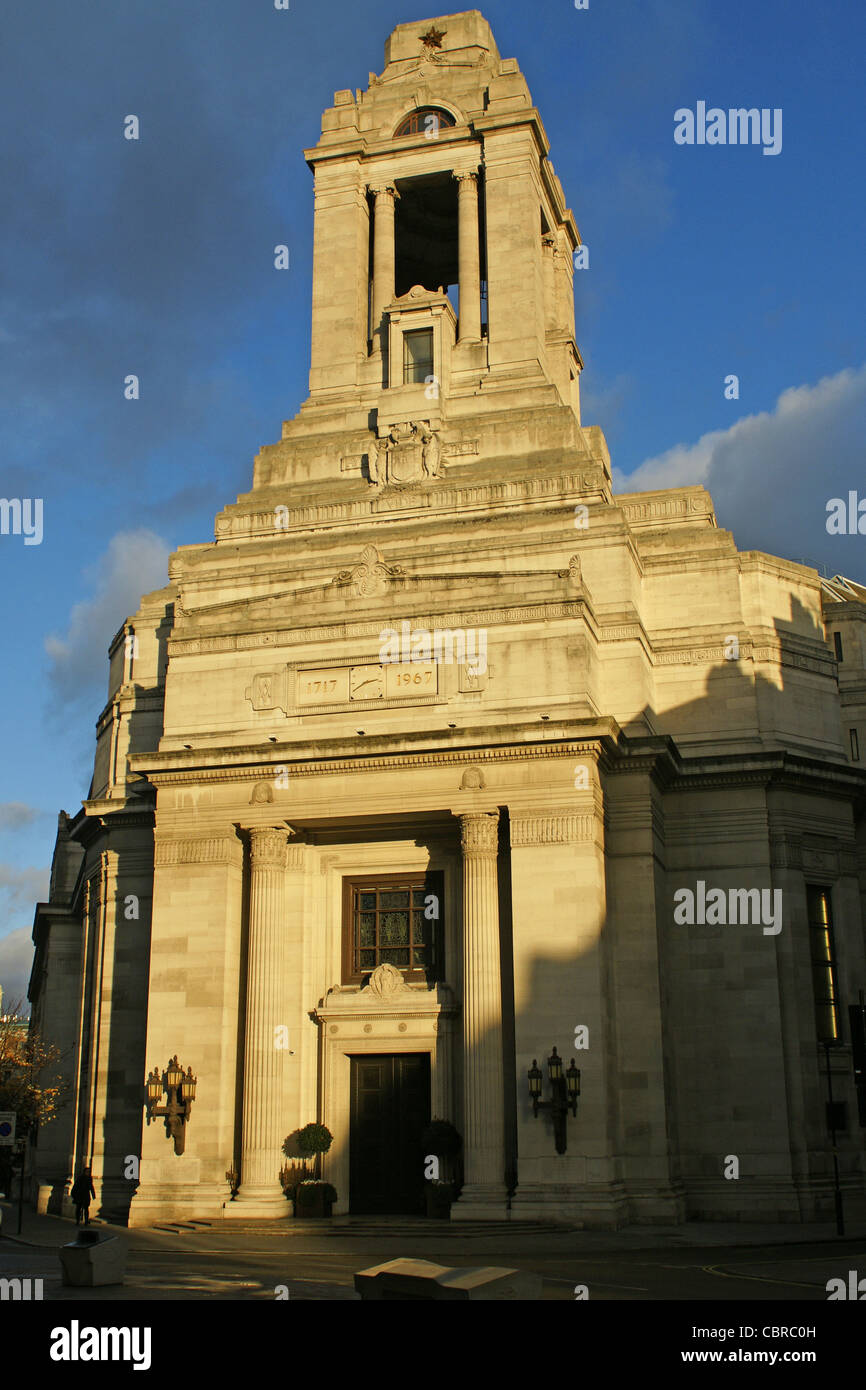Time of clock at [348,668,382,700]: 2:40
